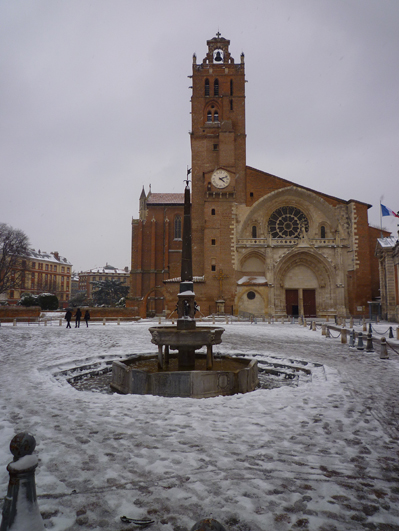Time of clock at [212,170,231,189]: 4:11
